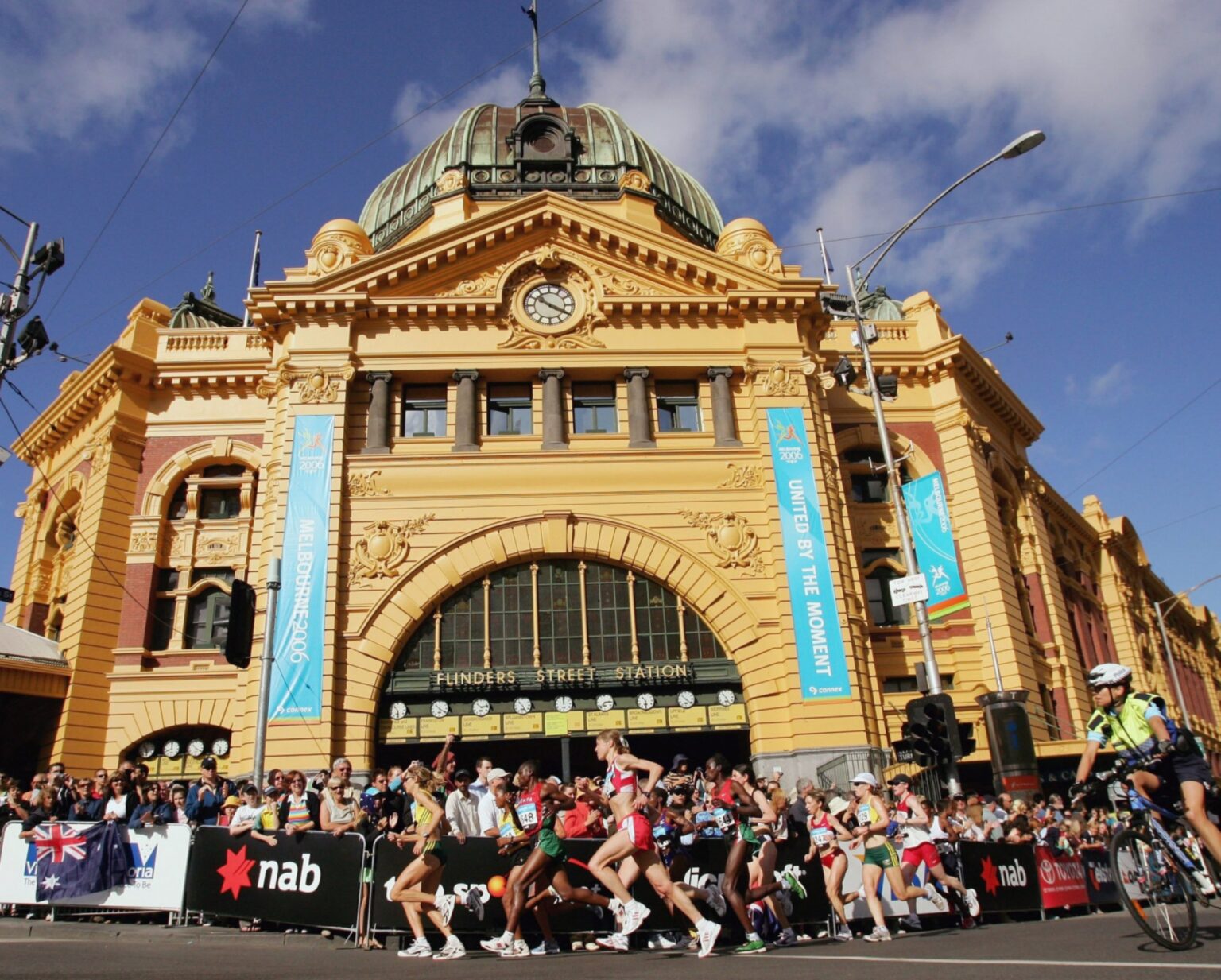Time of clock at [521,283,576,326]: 10:19
